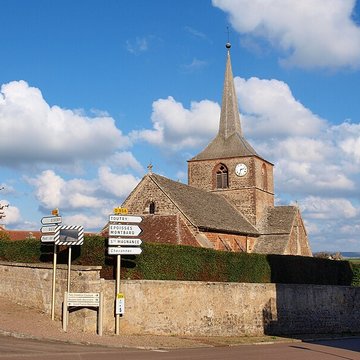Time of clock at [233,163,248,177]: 2:33
